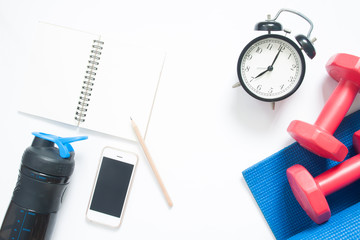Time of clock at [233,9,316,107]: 8:05
